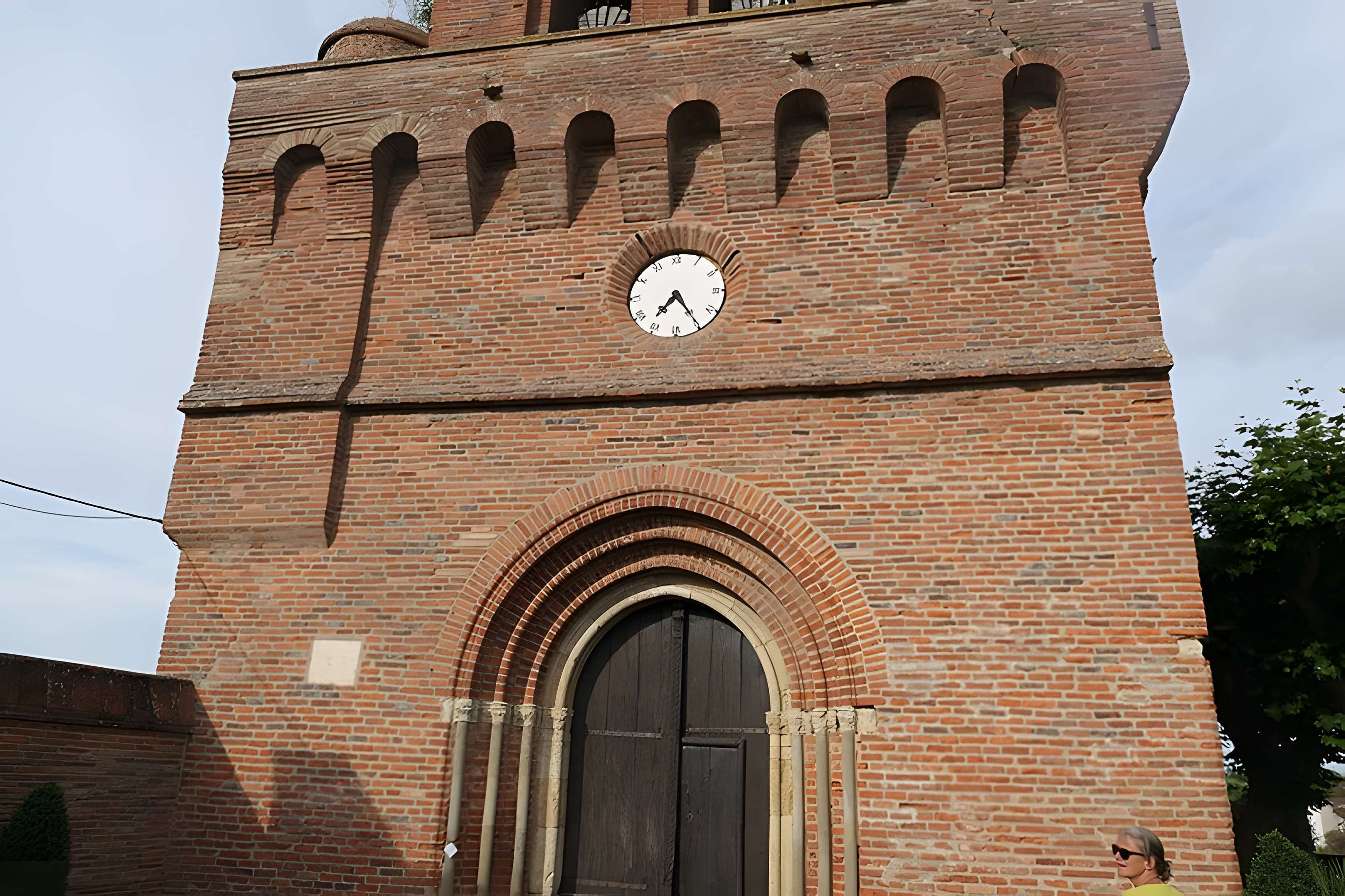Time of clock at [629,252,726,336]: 7:24
